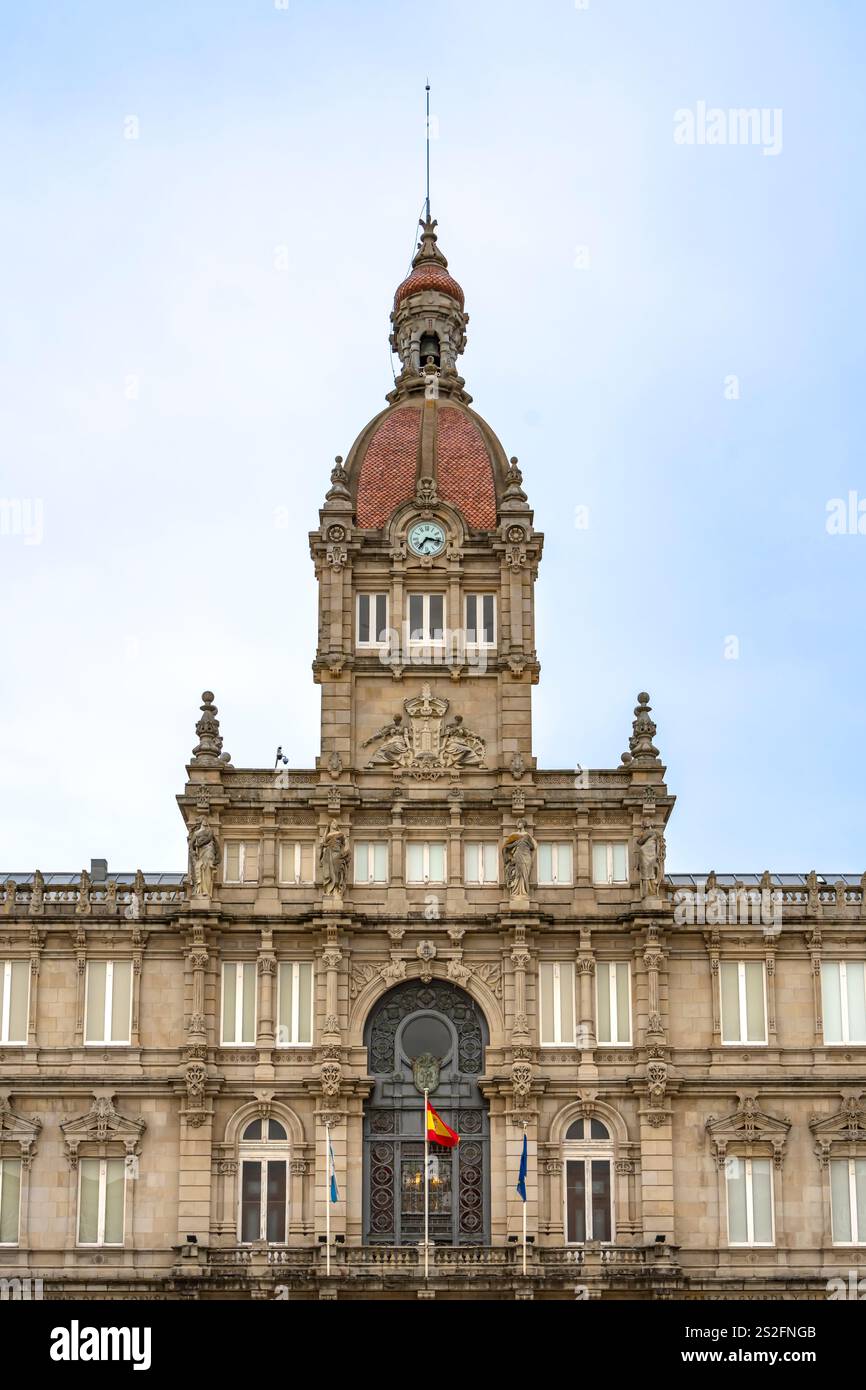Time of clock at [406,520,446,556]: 7:17
